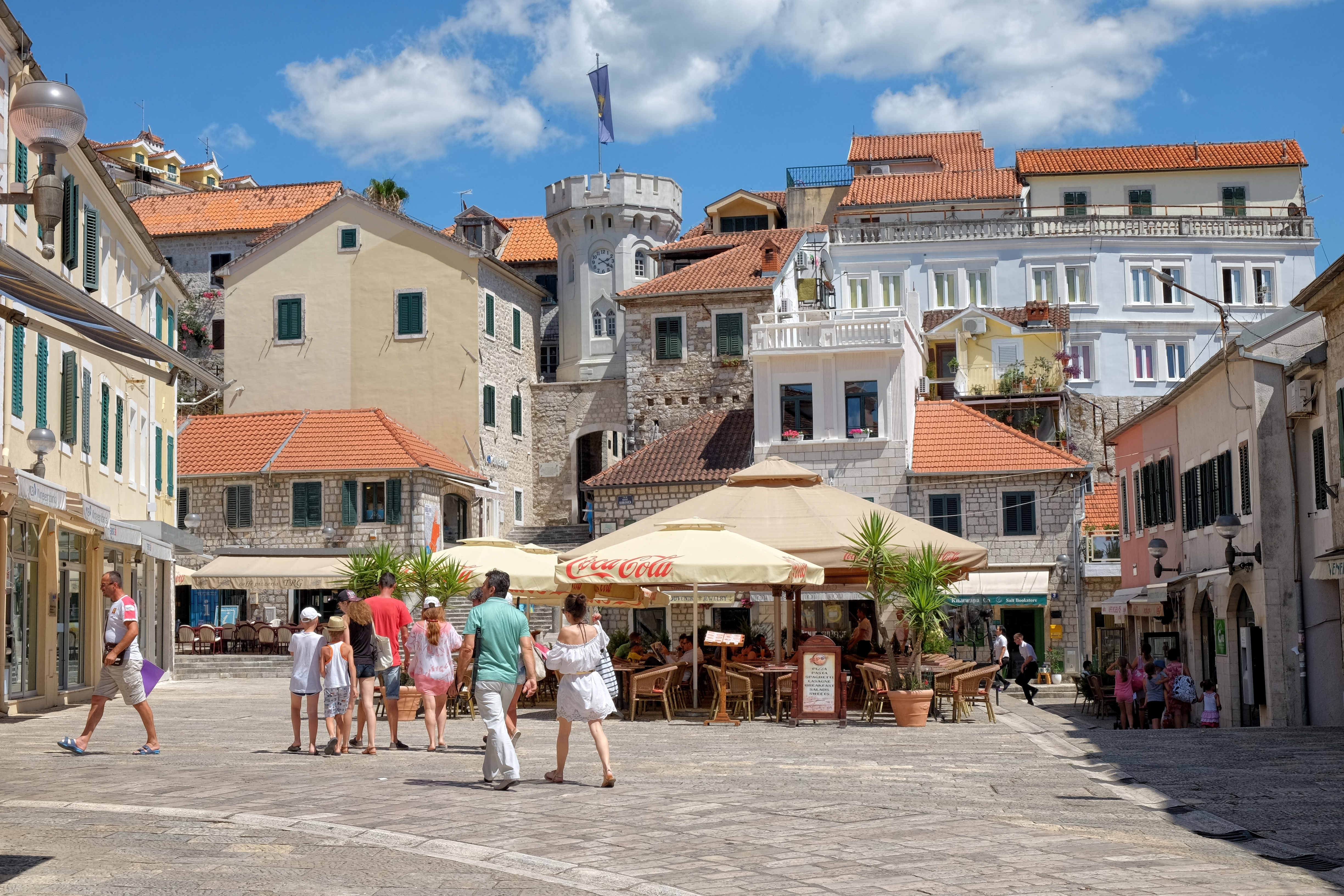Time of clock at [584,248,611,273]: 2:21
